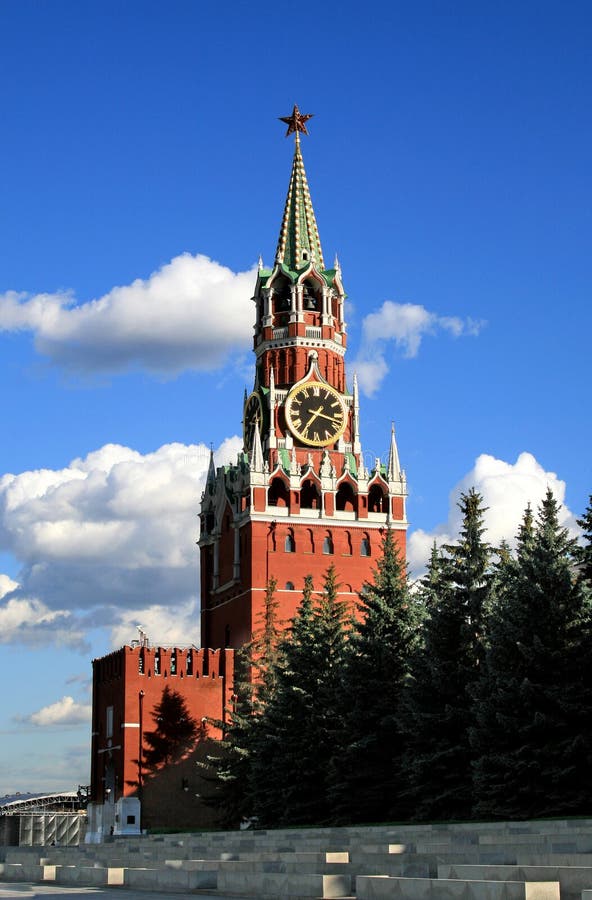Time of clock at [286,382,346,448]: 7:17
